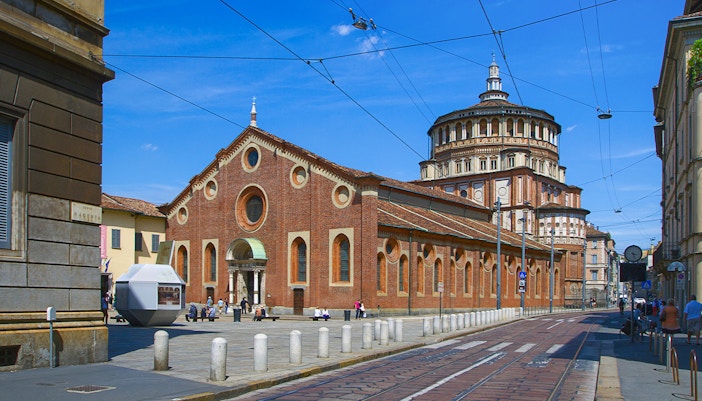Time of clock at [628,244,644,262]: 3:26
